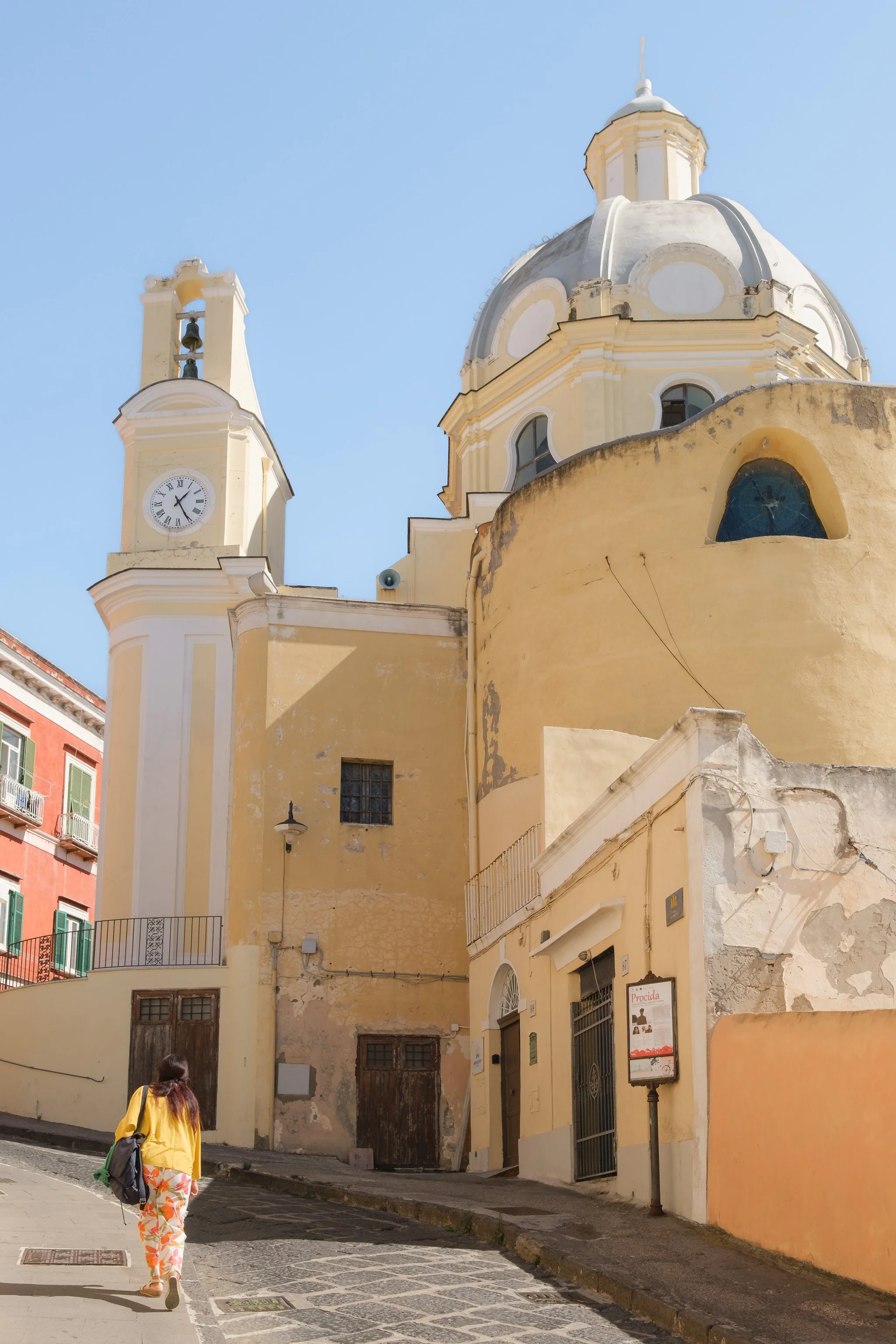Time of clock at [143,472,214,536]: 1:25
